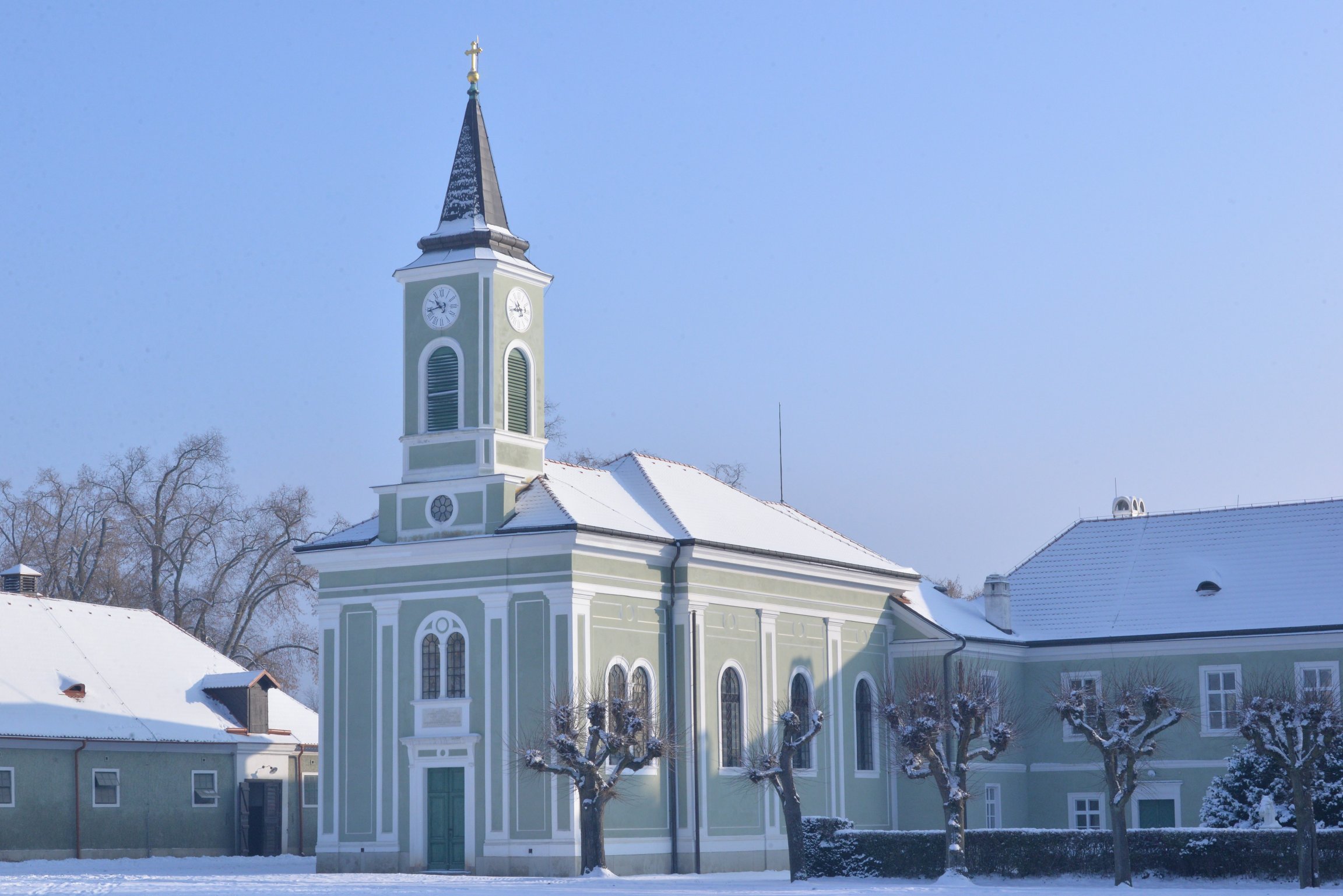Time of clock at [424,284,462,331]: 10:42
